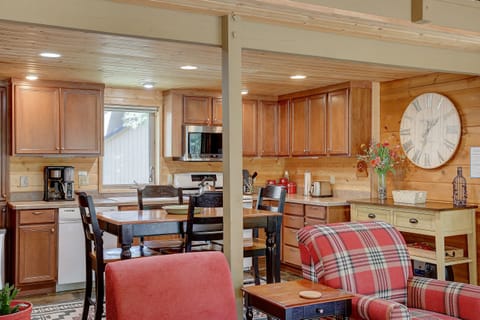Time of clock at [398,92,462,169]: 1:33
